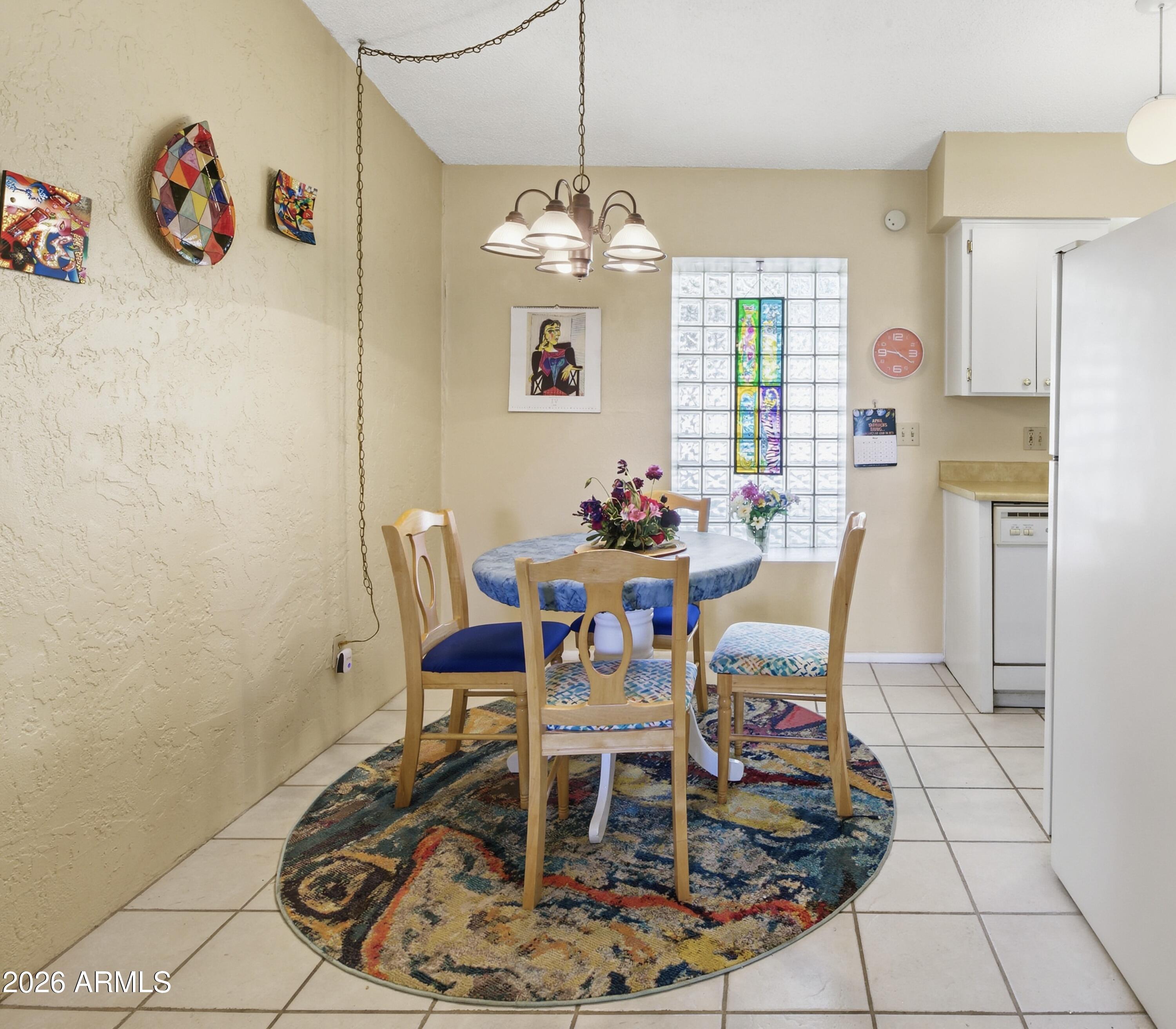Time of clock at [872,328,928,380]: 9:20
